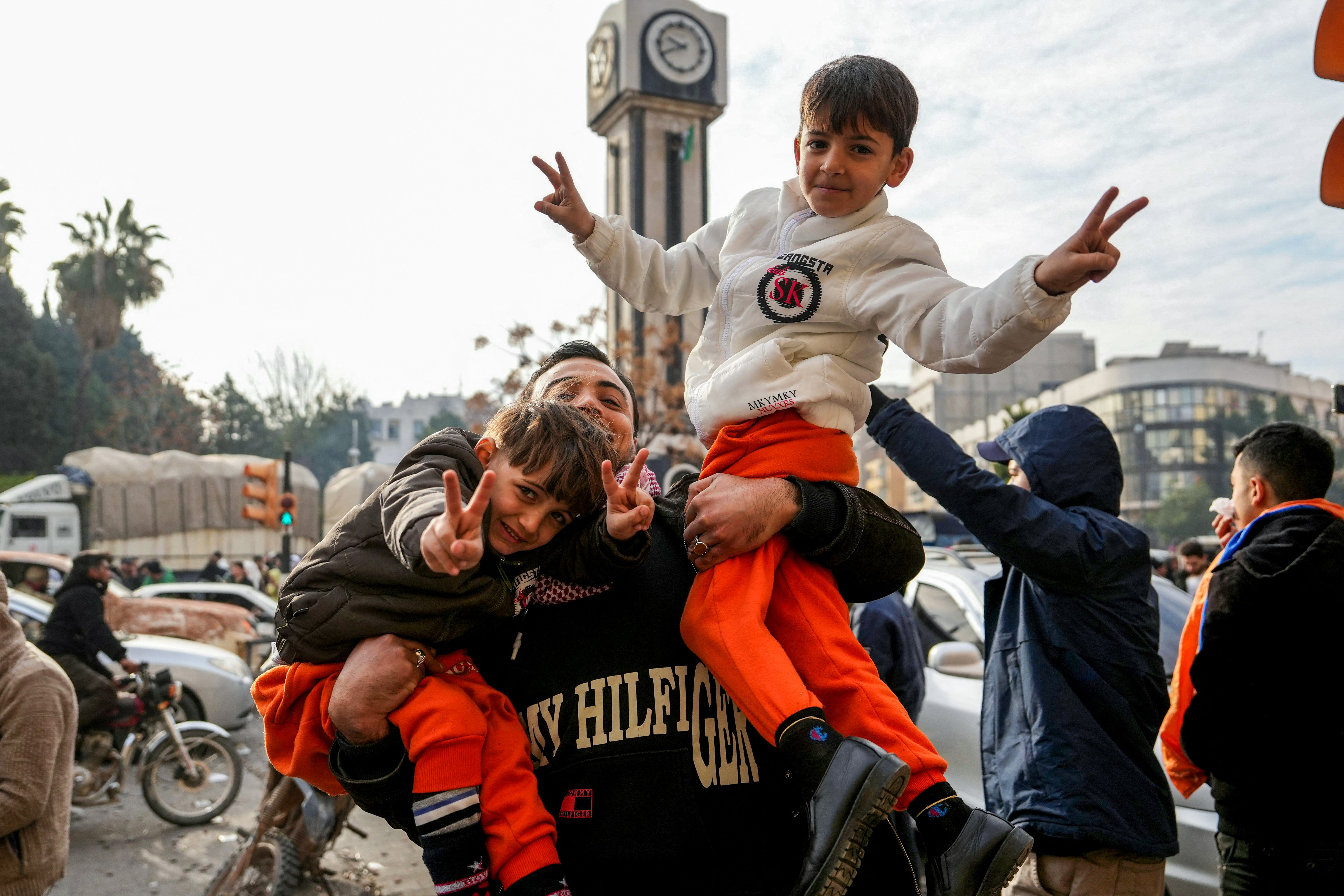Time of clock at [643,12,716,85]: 9:40
